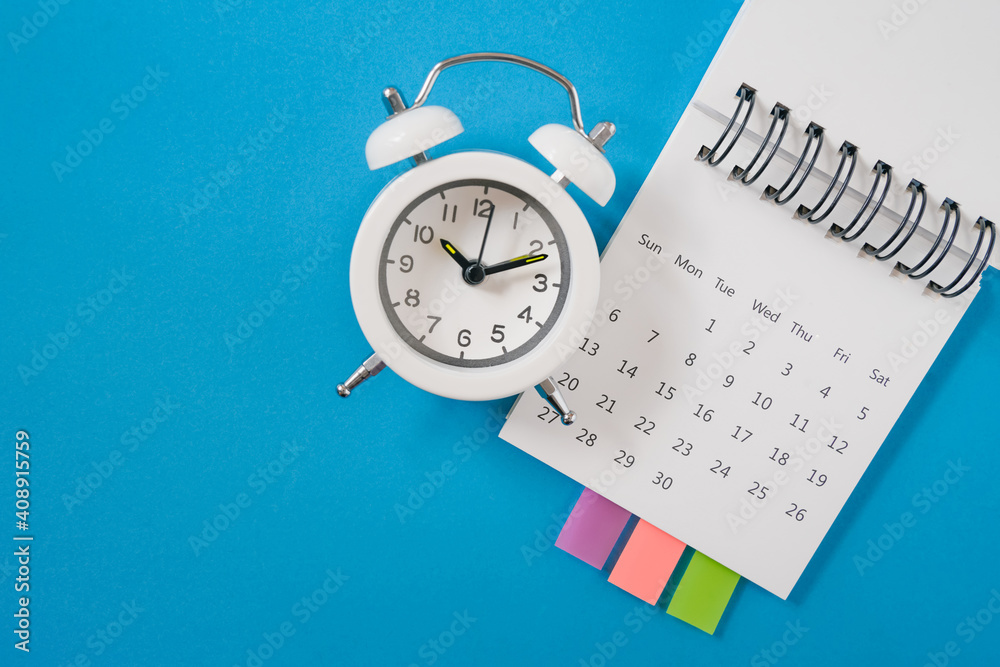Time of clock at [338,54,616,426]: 10:11
